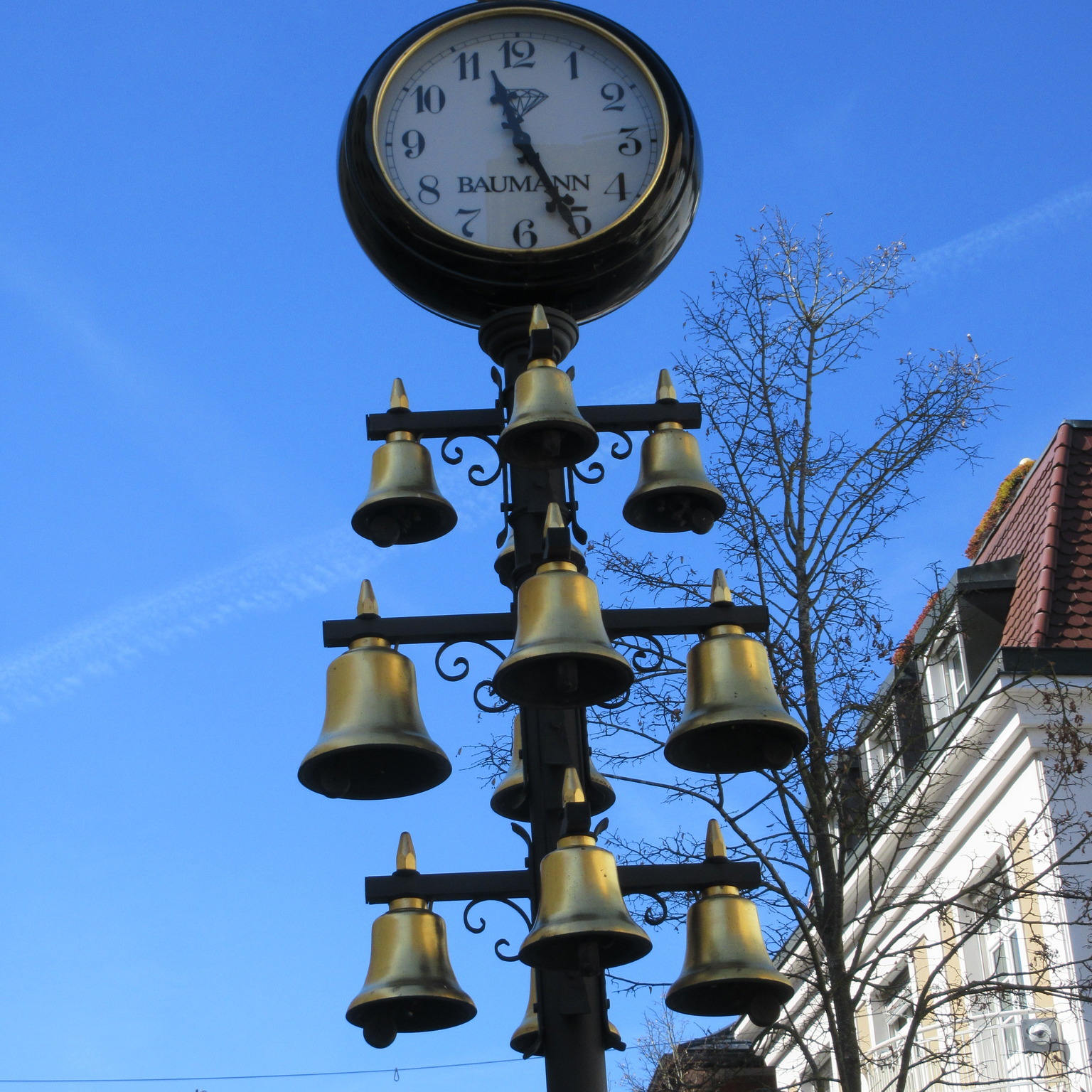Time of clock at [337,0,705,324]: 11:25
